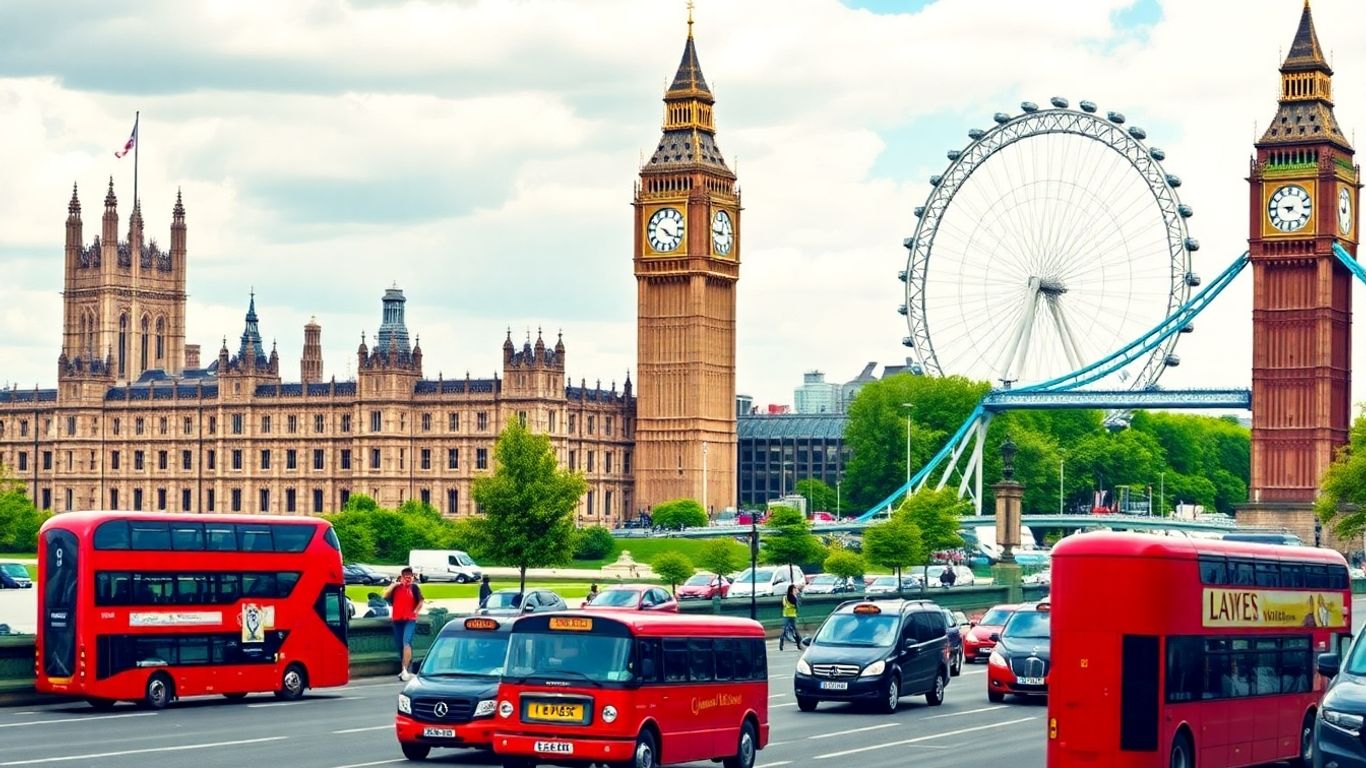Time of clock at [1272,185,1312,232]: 9:20
